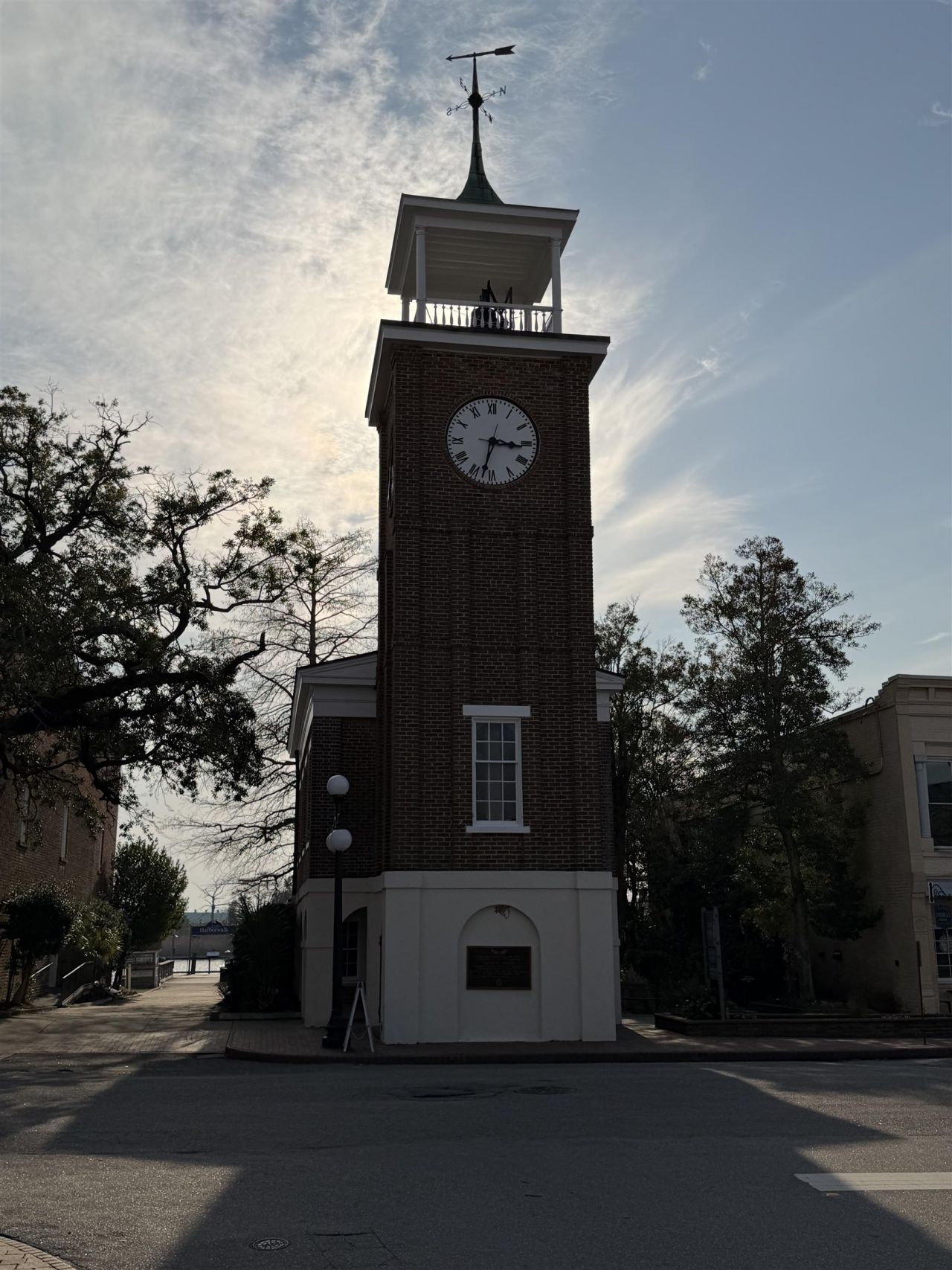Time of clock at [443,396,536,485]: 3:32
